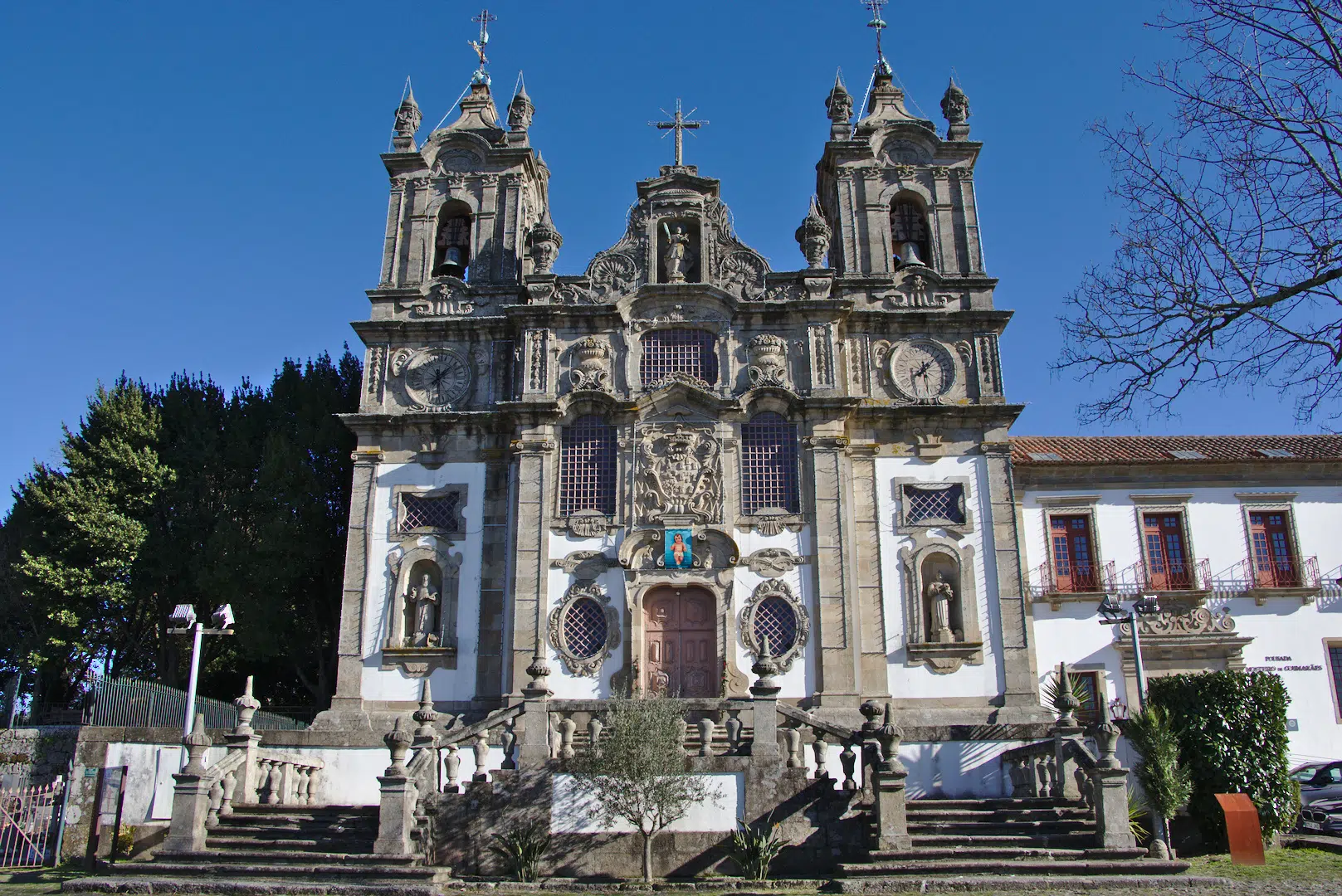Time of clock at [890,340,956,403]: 8:07
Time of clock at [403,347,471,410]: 12:07
